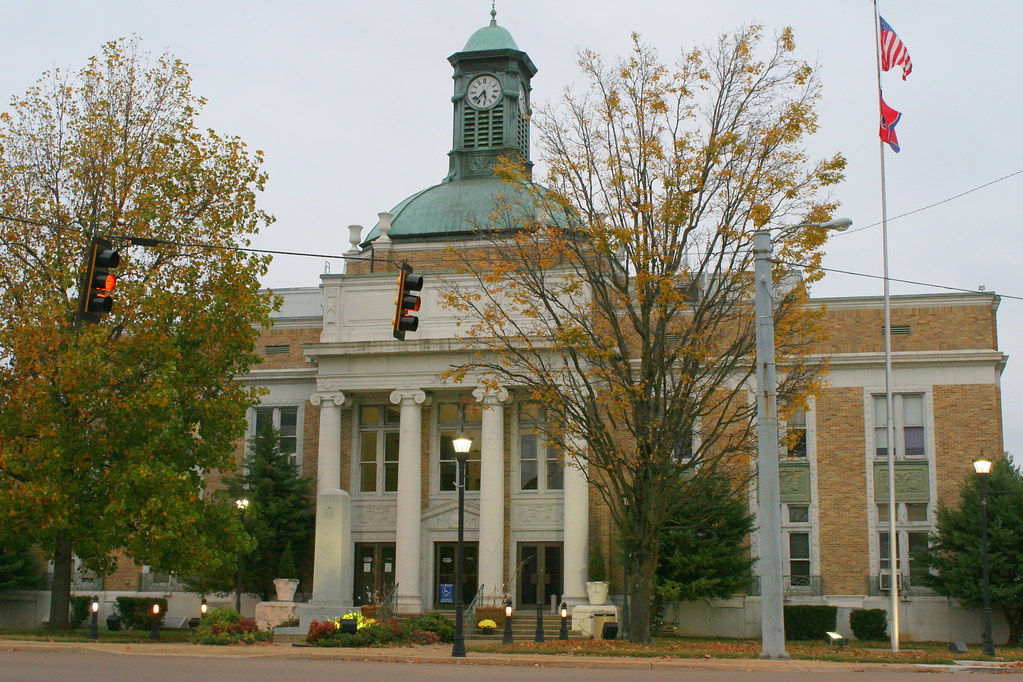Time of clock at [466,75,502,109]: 5:37
